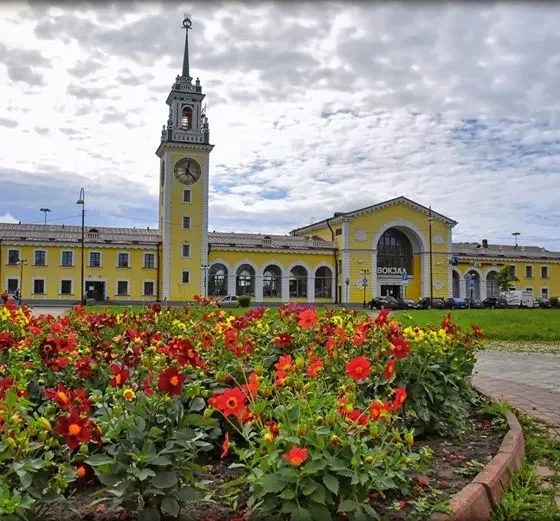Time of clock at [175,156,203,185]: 12:22
